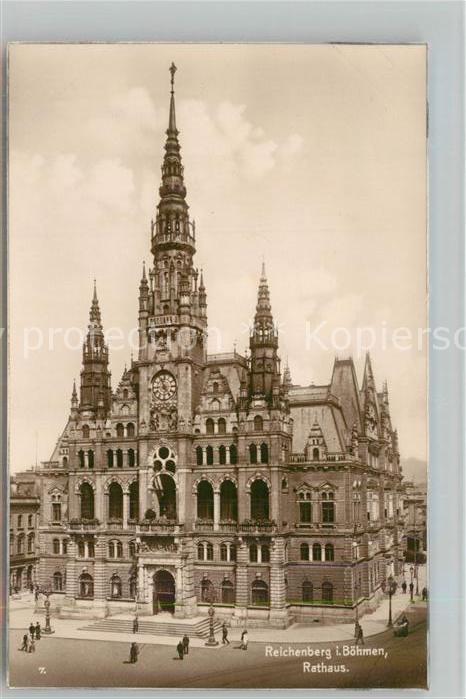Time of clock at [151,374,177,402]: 11:23
